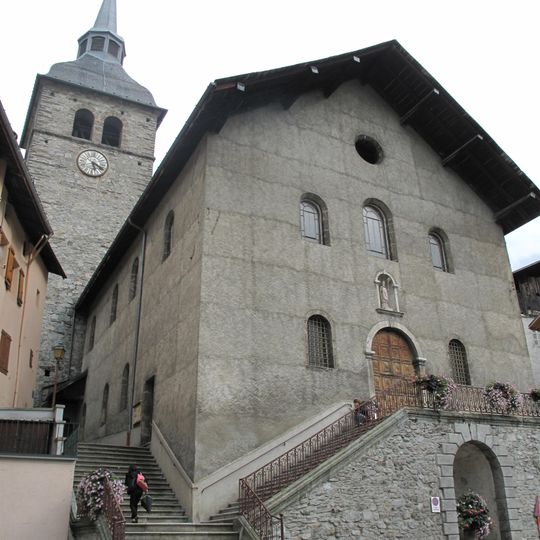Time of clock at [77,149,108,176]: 5:18
